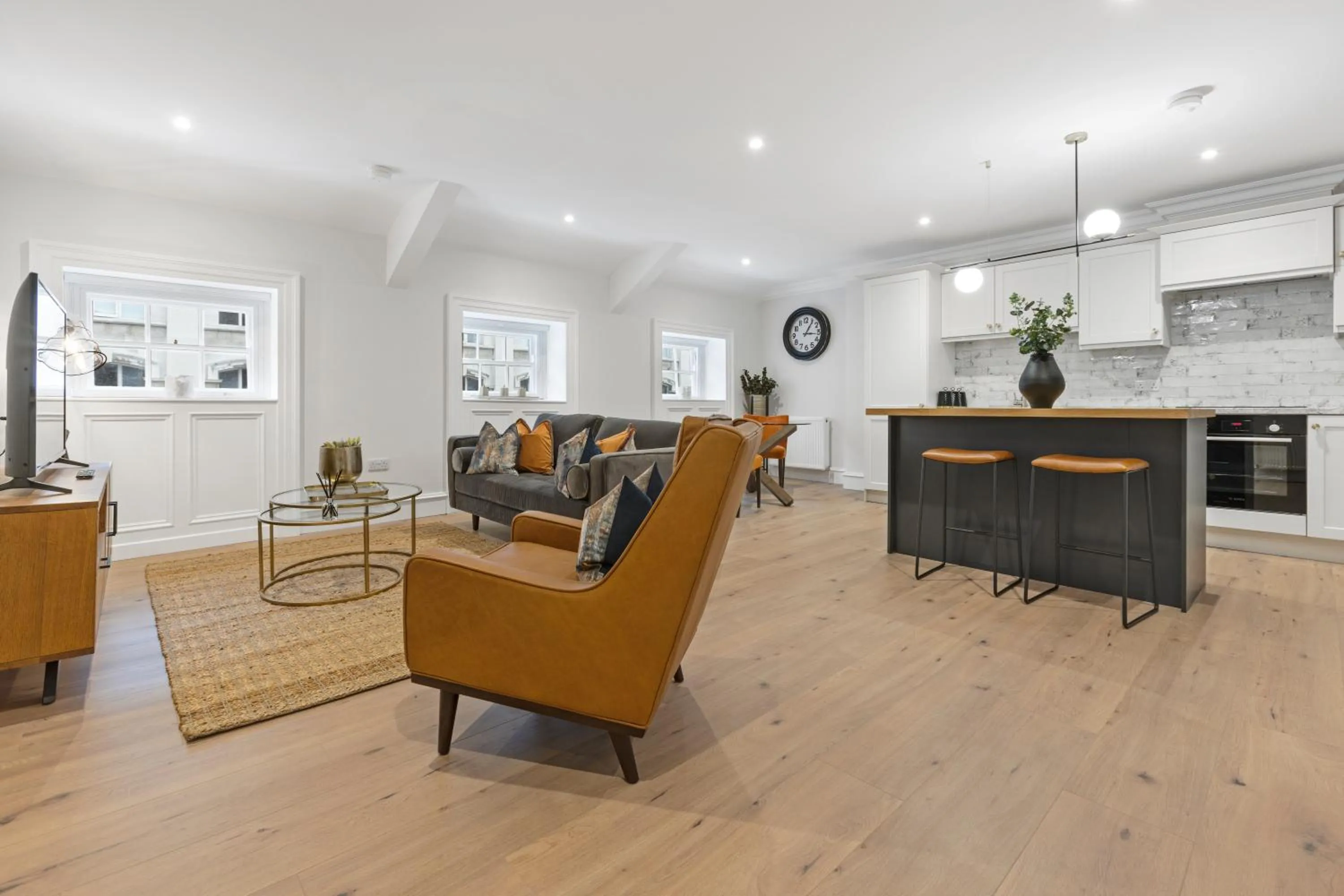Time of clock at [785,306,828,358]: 3:05
